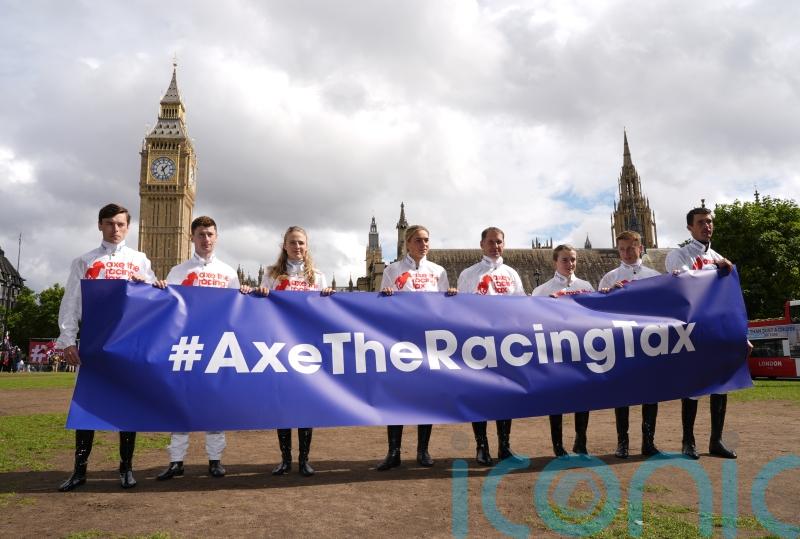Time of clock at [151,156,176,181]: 1:26
